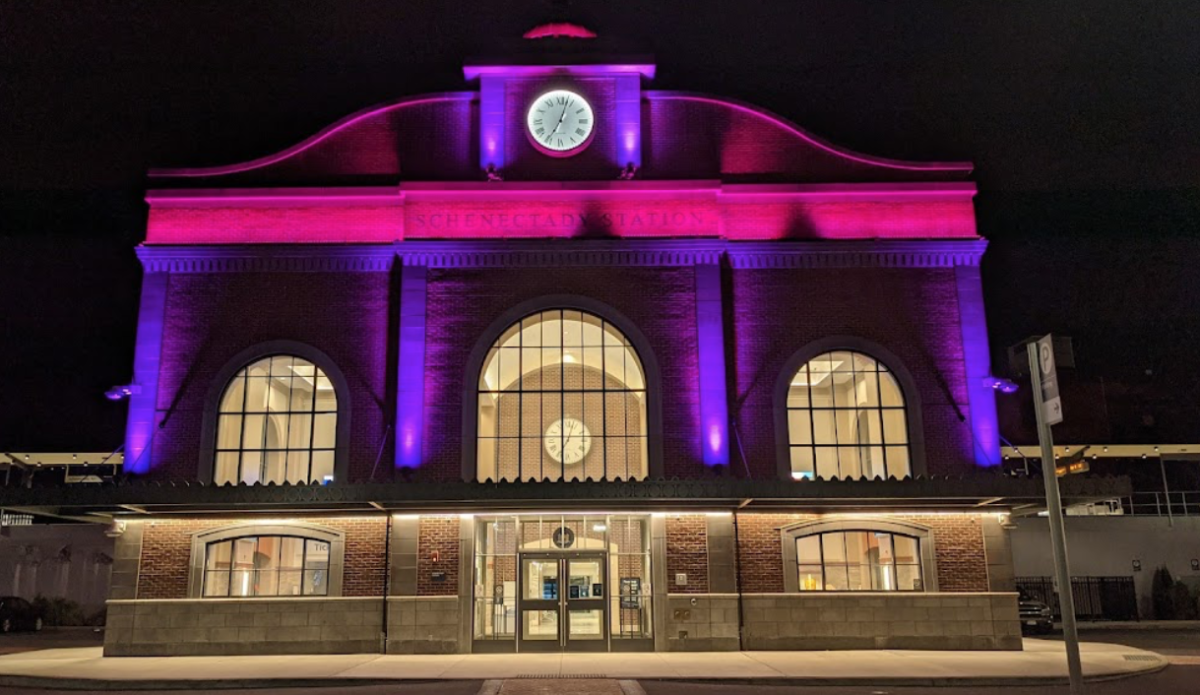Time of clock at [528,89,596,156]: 7:02
